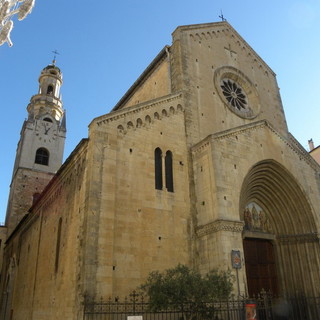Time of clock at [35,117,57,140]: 12:57
